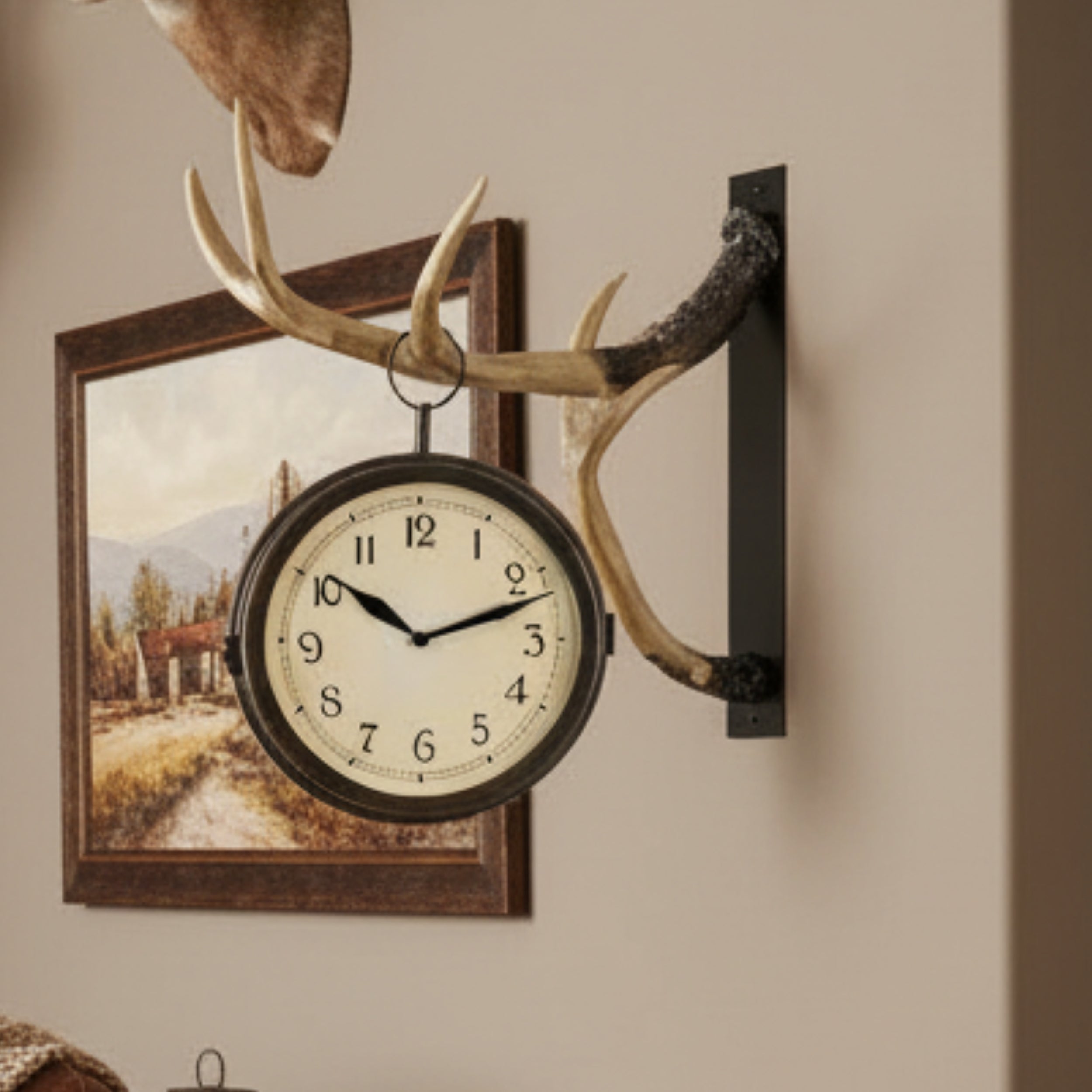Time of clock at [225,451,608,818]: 10:11
